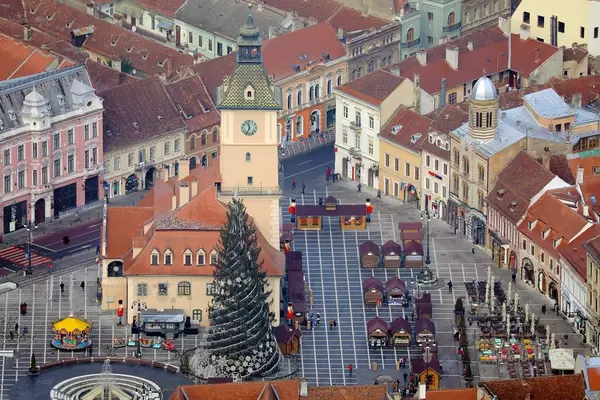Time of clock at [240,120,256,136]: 11:34
